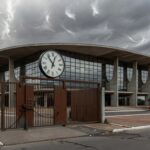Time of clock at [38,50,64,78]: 12:53
